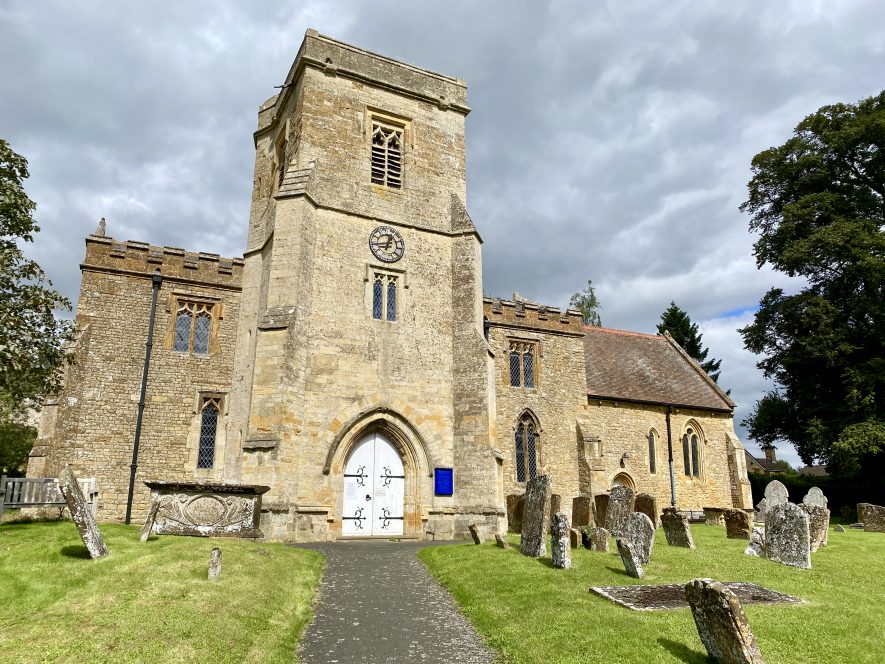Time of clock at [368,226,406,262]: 12:44
